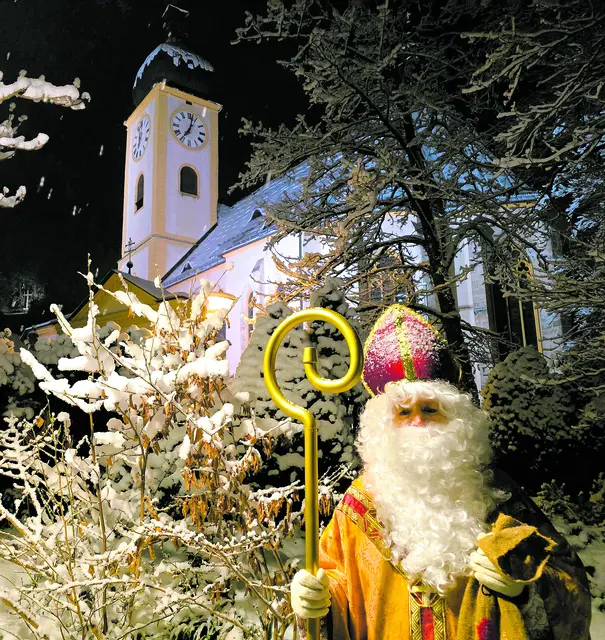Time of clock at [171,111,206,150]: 7:02
